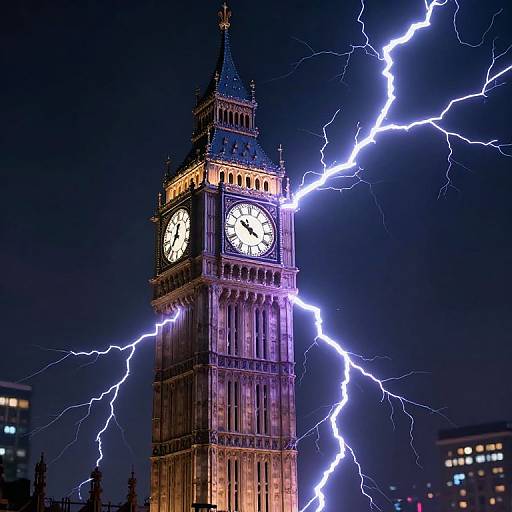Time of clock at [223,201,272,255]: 10:50
